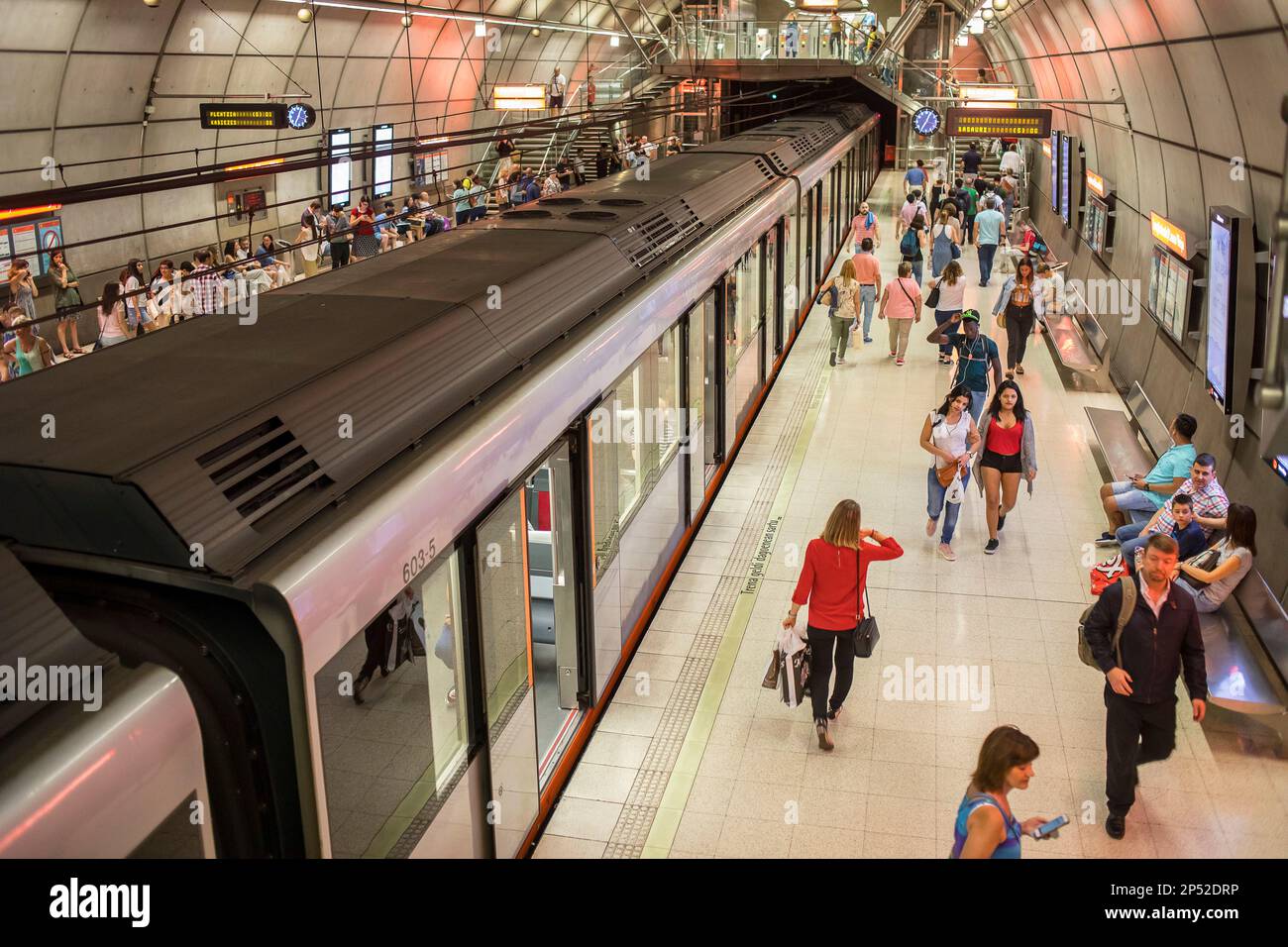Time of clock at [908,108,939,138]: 7:04
